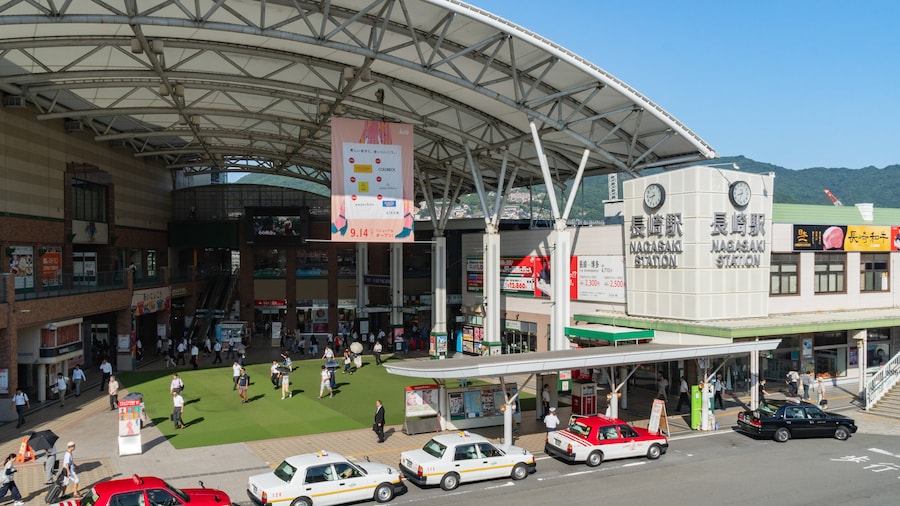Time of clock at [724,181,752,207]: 8:32
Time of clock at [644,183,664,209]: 8:34
